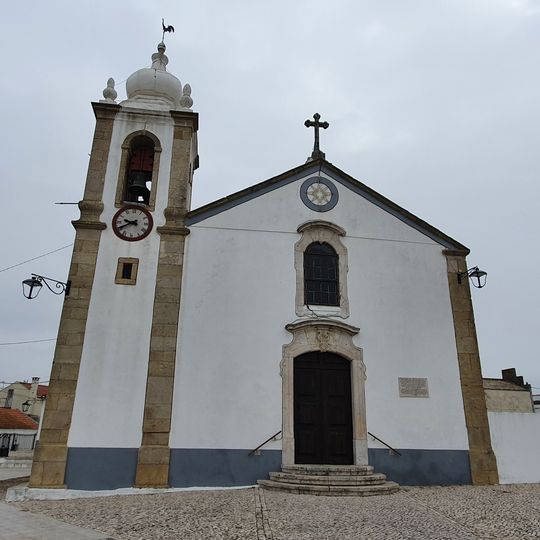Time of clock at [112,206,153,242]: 9:40
